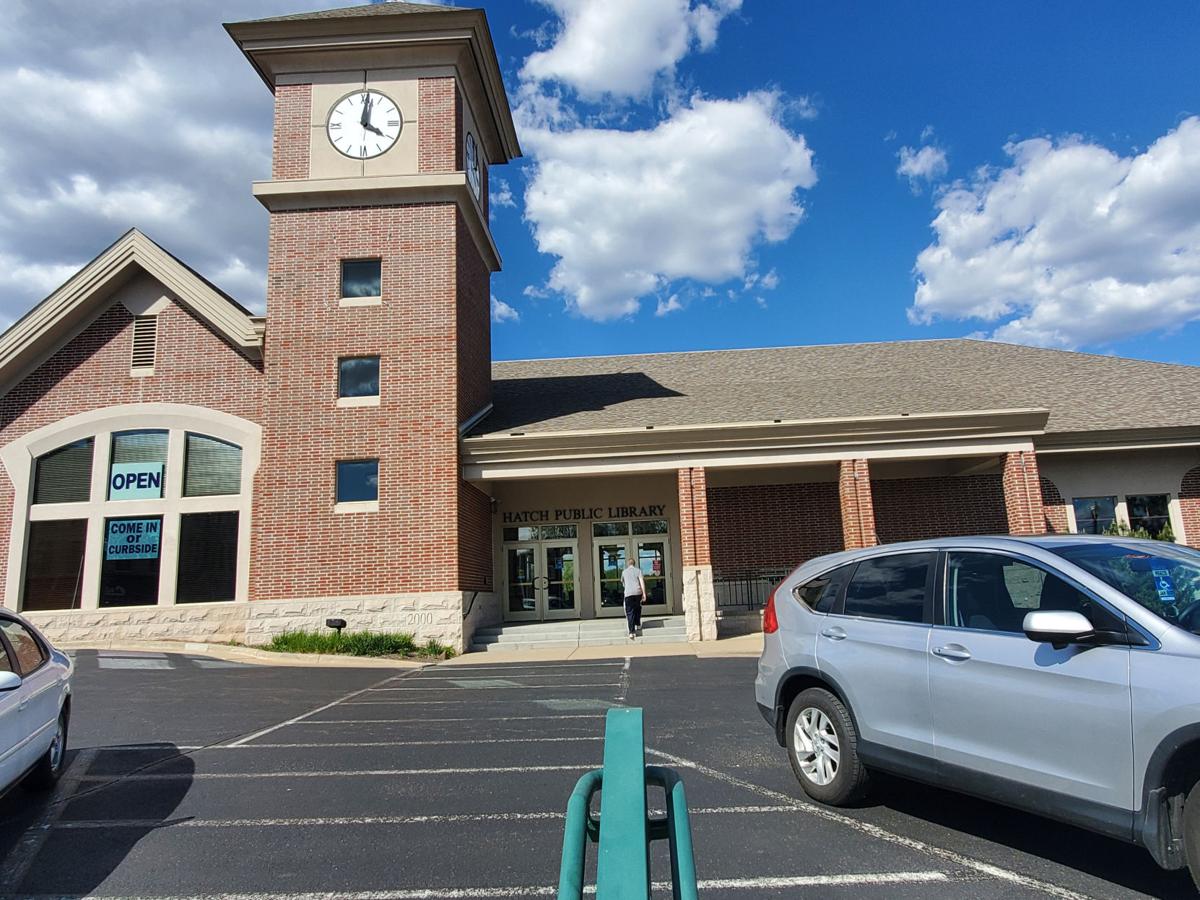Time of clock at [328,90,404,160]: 4:01
